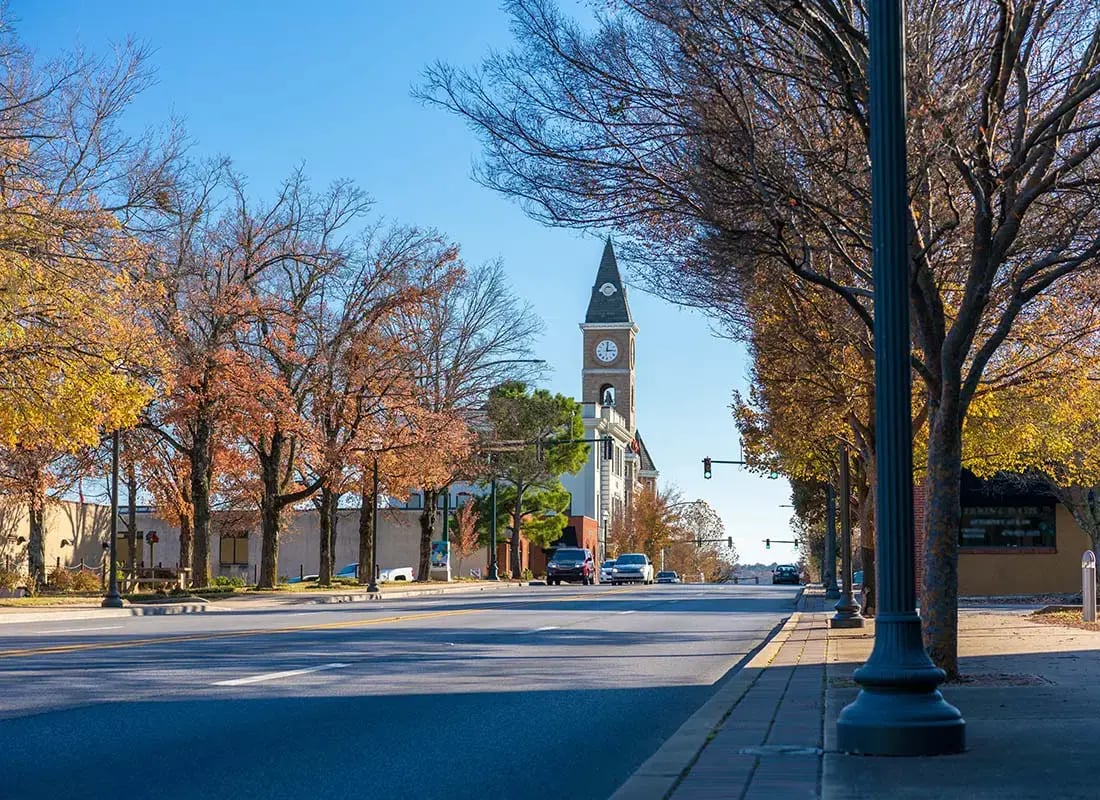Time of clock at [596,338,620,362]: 12:14
